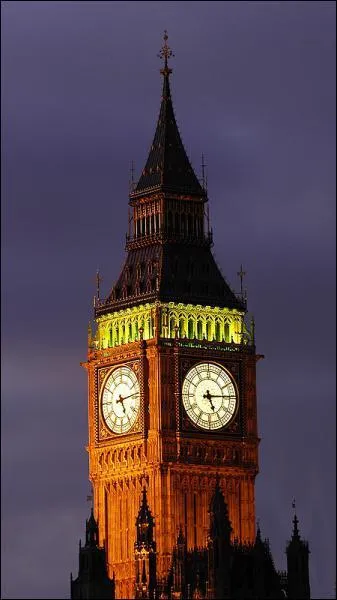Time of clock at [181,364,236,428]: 5:14
